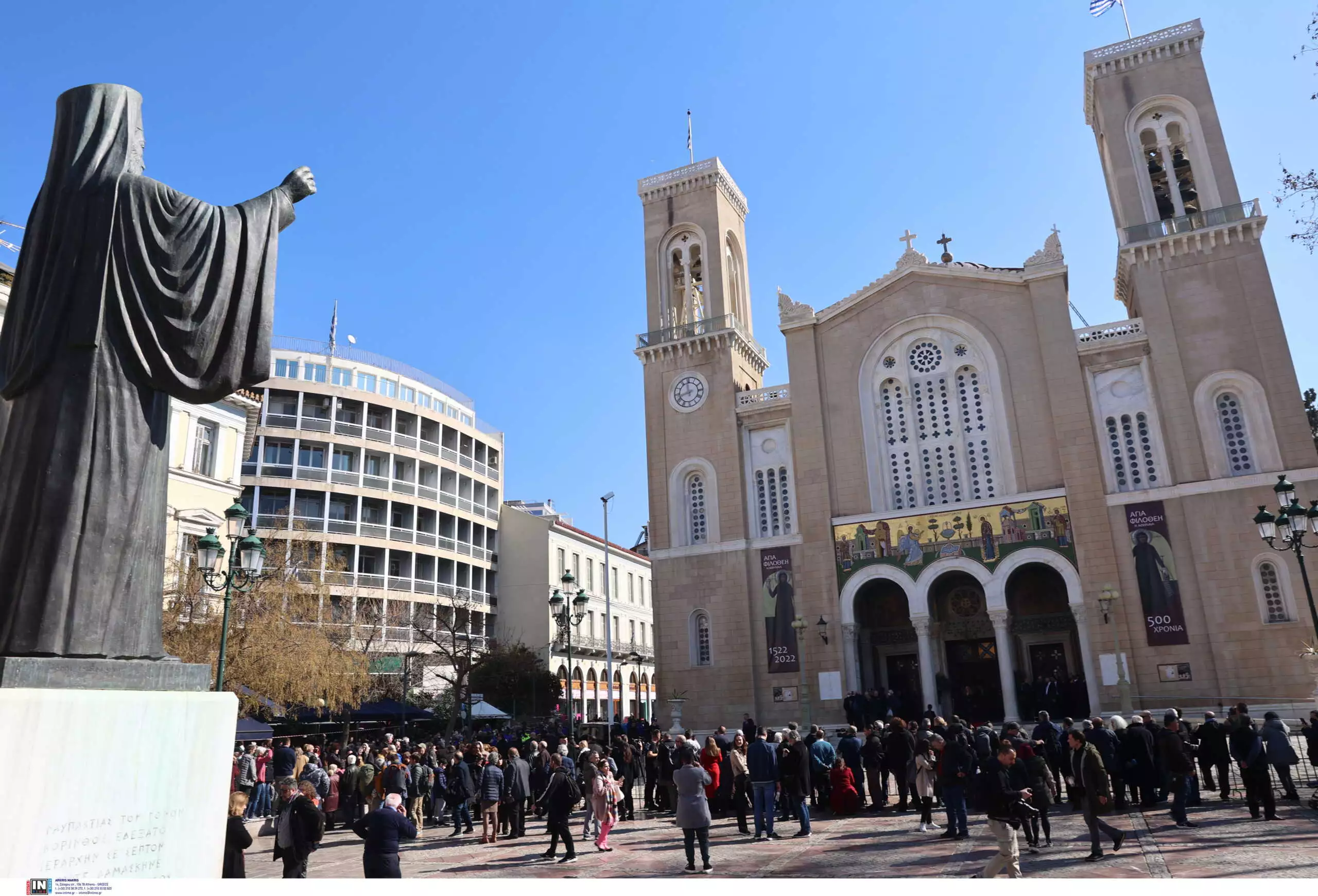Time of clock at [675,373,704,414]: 11:42
